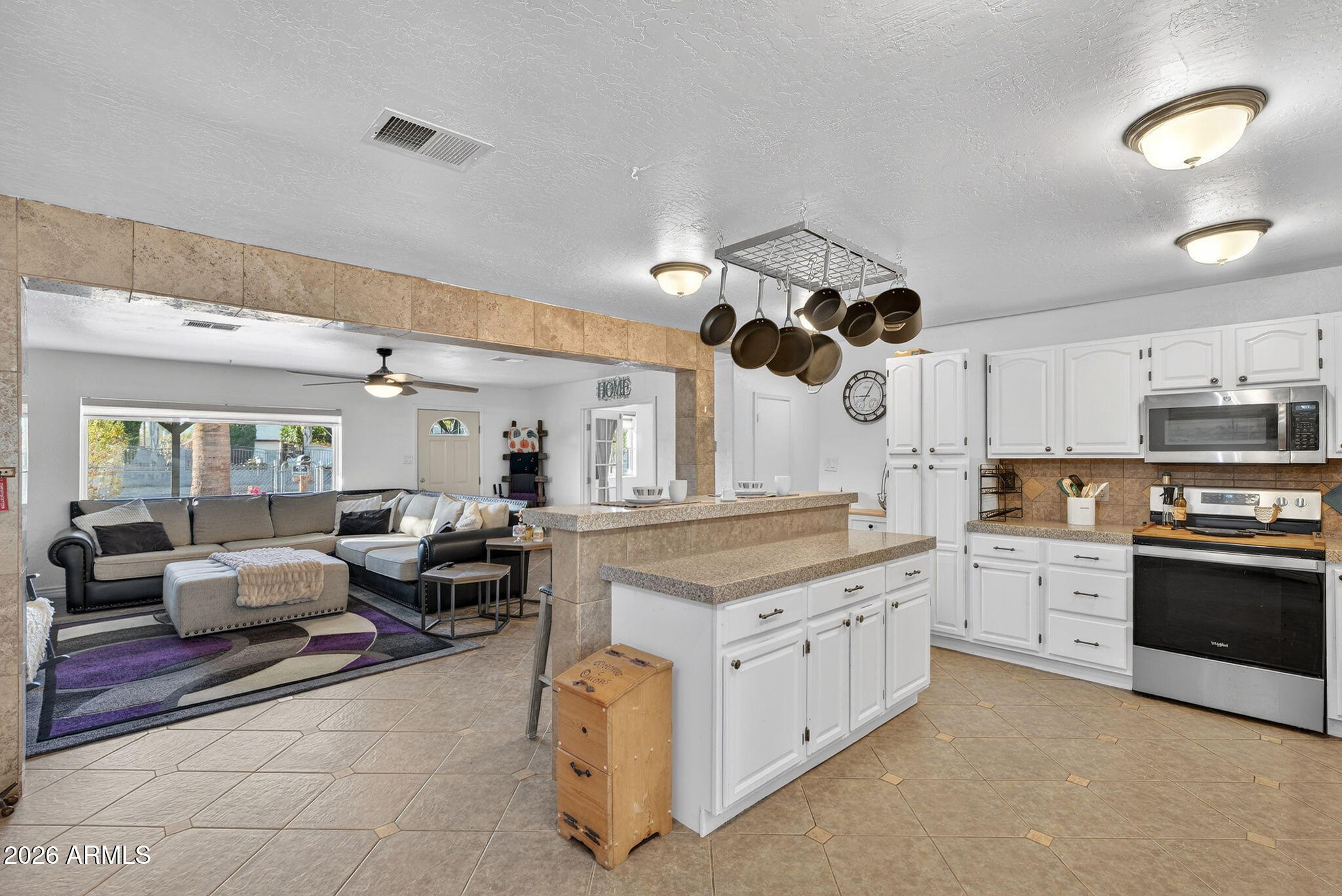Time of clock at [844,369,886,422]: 9:05
